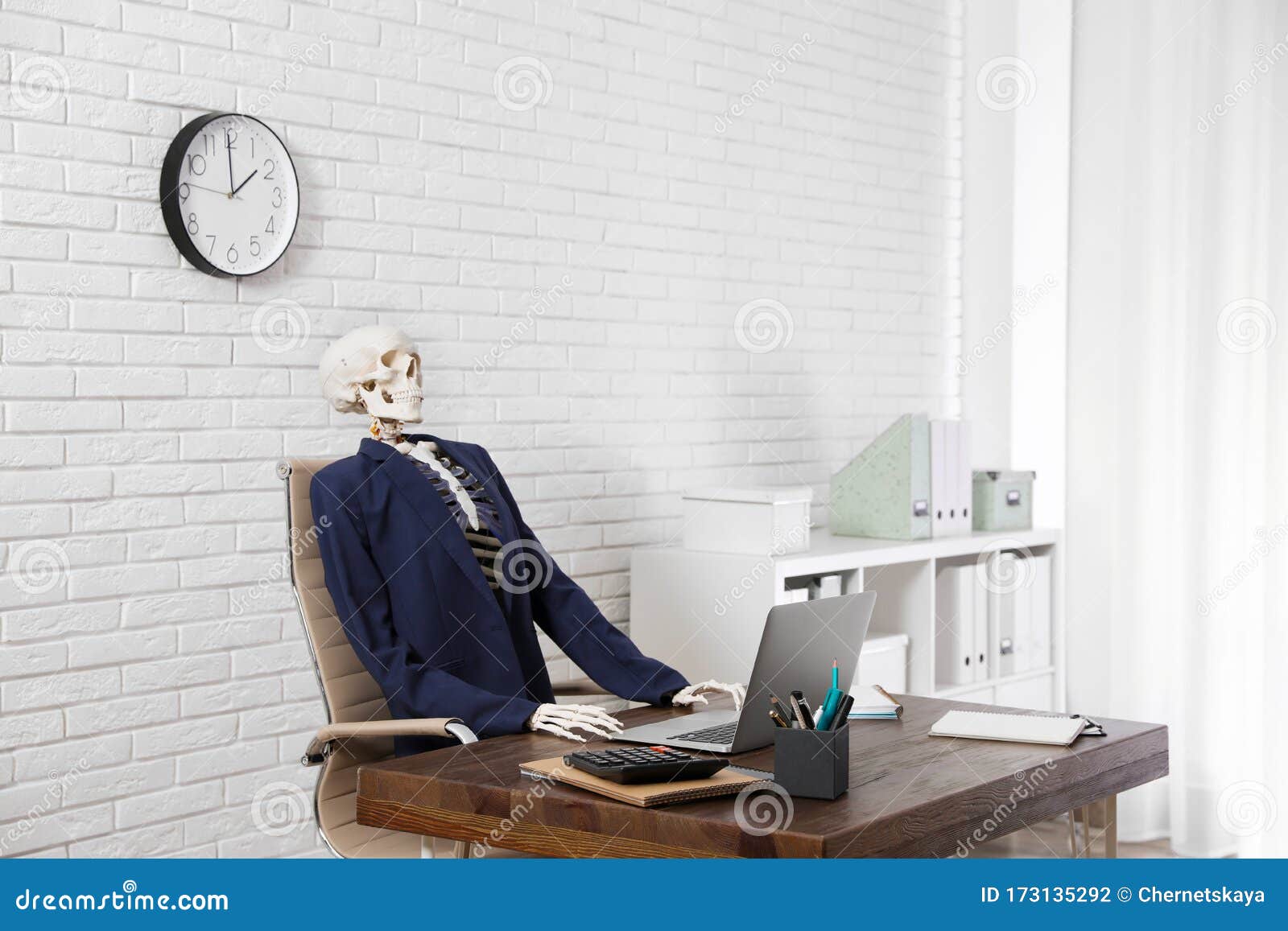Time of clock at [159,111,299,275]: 1:59
